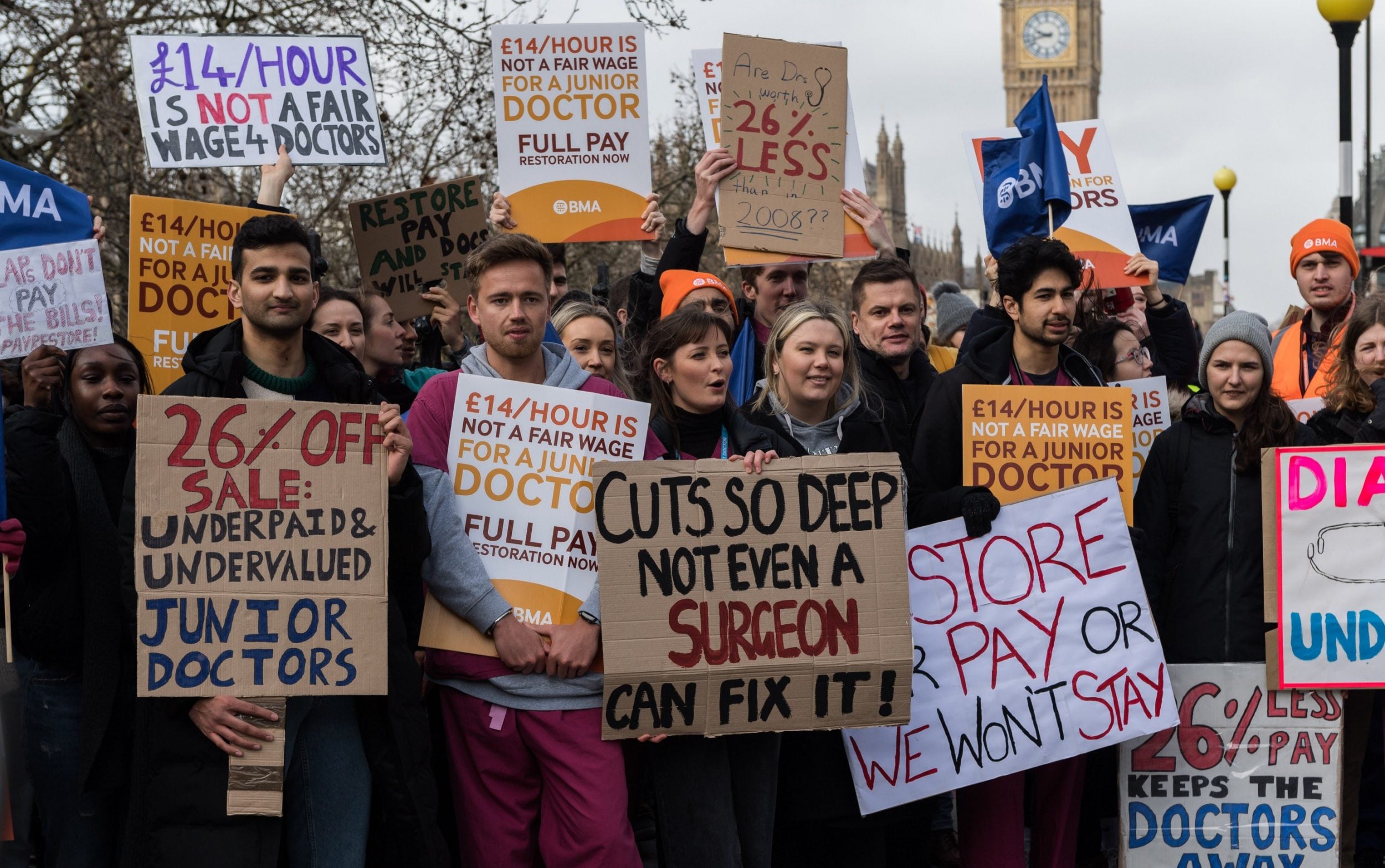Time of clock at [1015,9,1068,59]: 9:42
